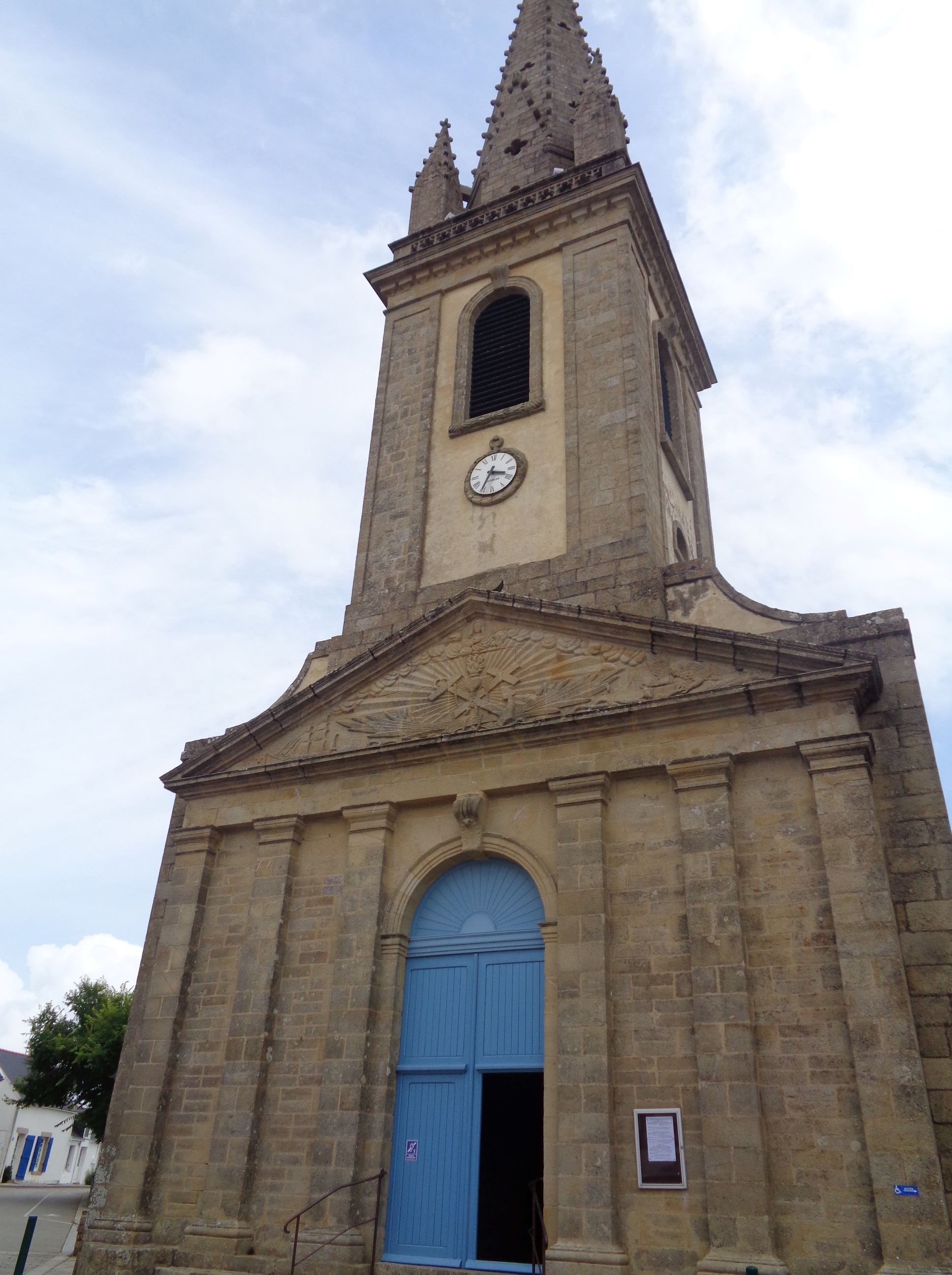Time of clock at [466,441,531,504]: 3:34
